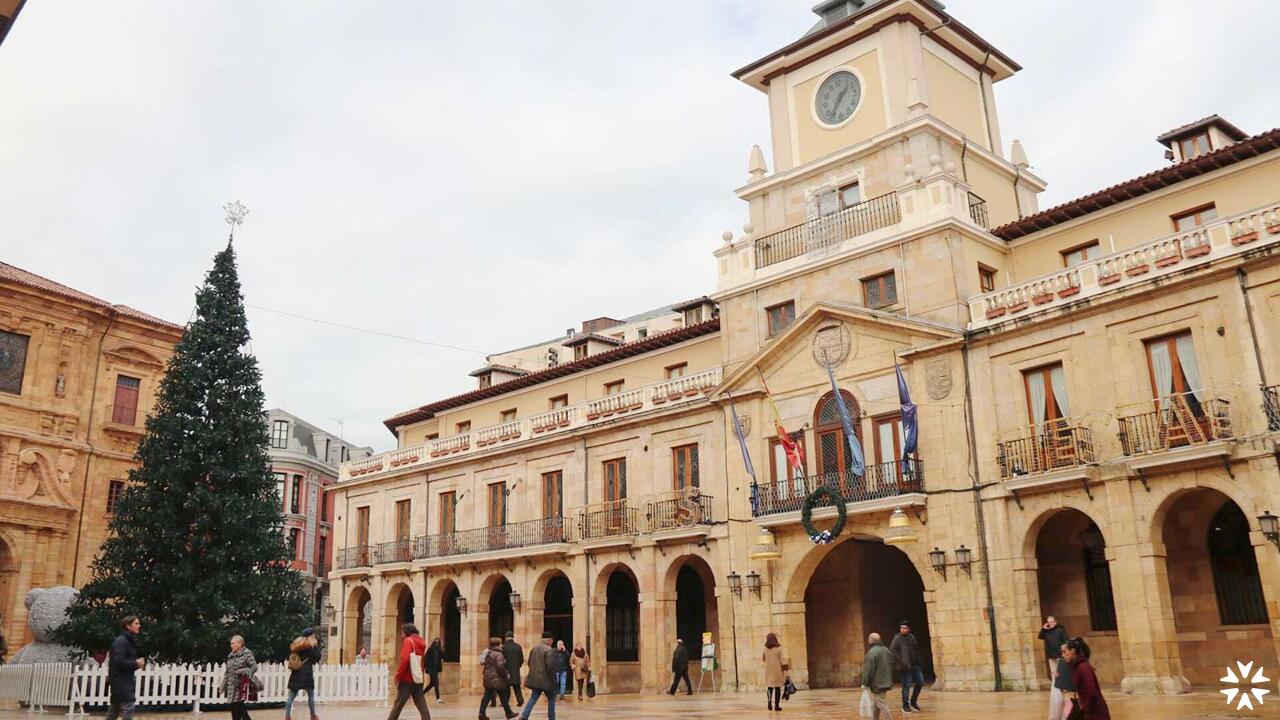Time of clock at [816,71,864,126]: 1:36
